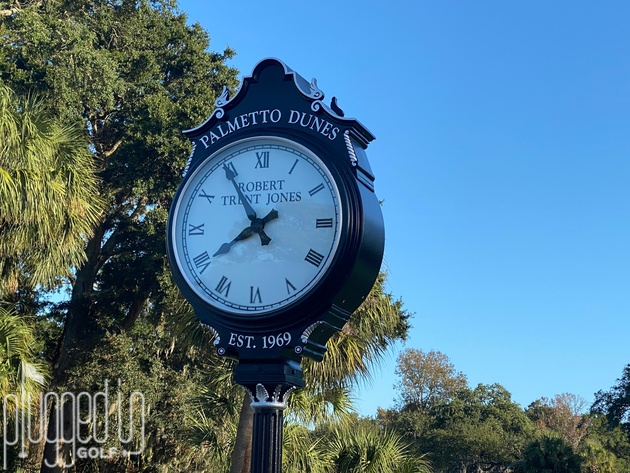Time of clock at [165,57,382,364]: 7:54
